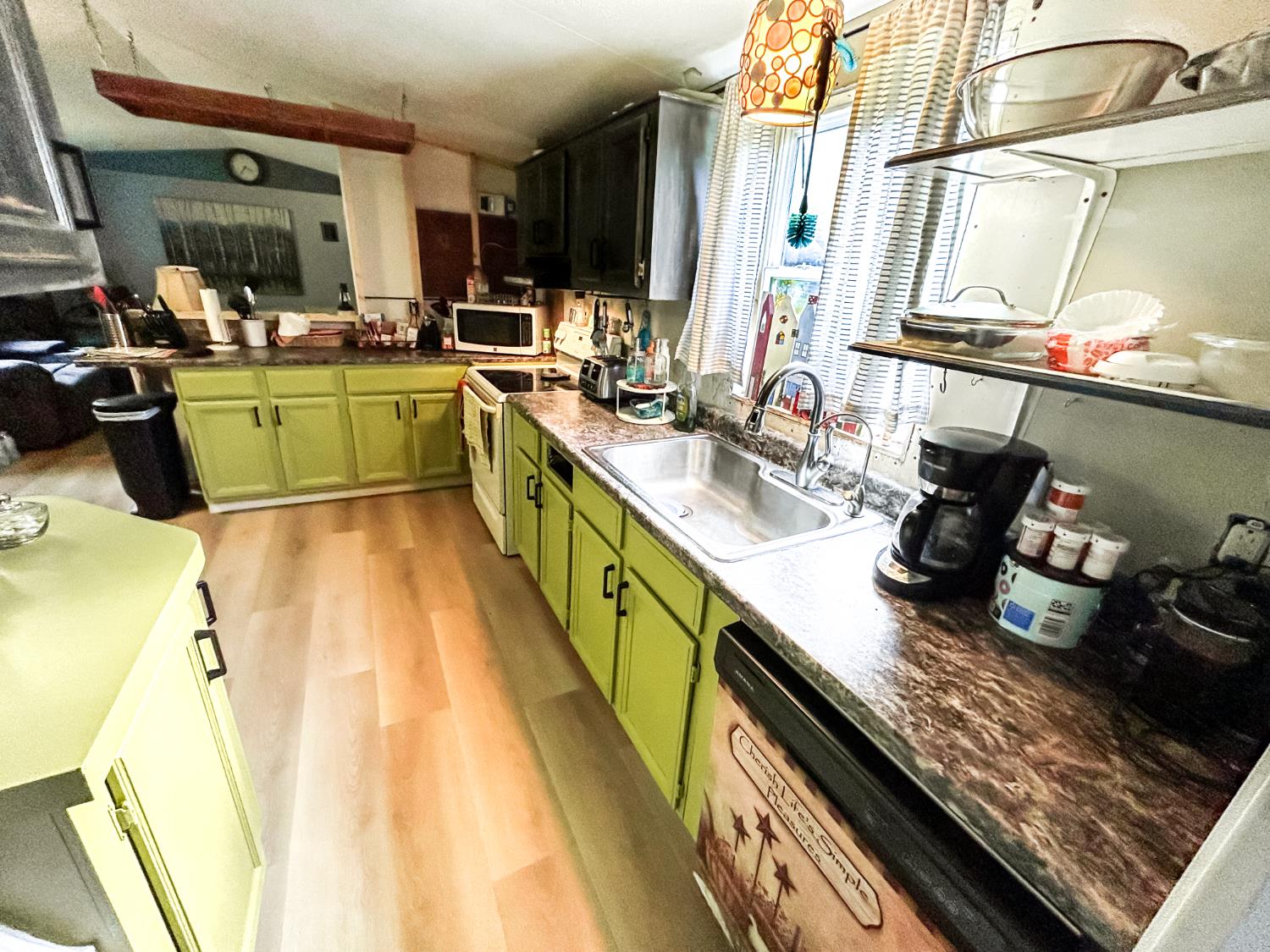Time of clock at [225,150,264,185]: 3:35
